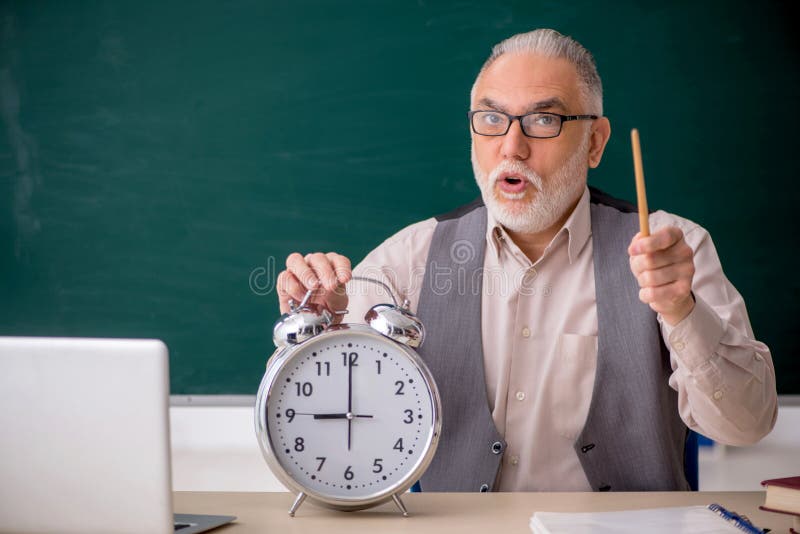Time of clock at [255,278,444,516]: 9:00
